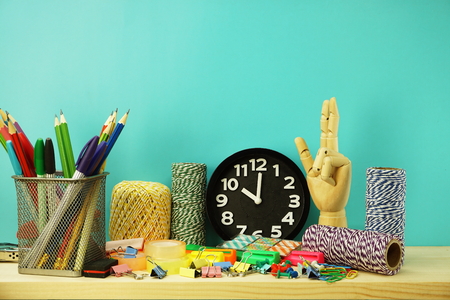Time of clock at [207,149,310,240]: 10:00
